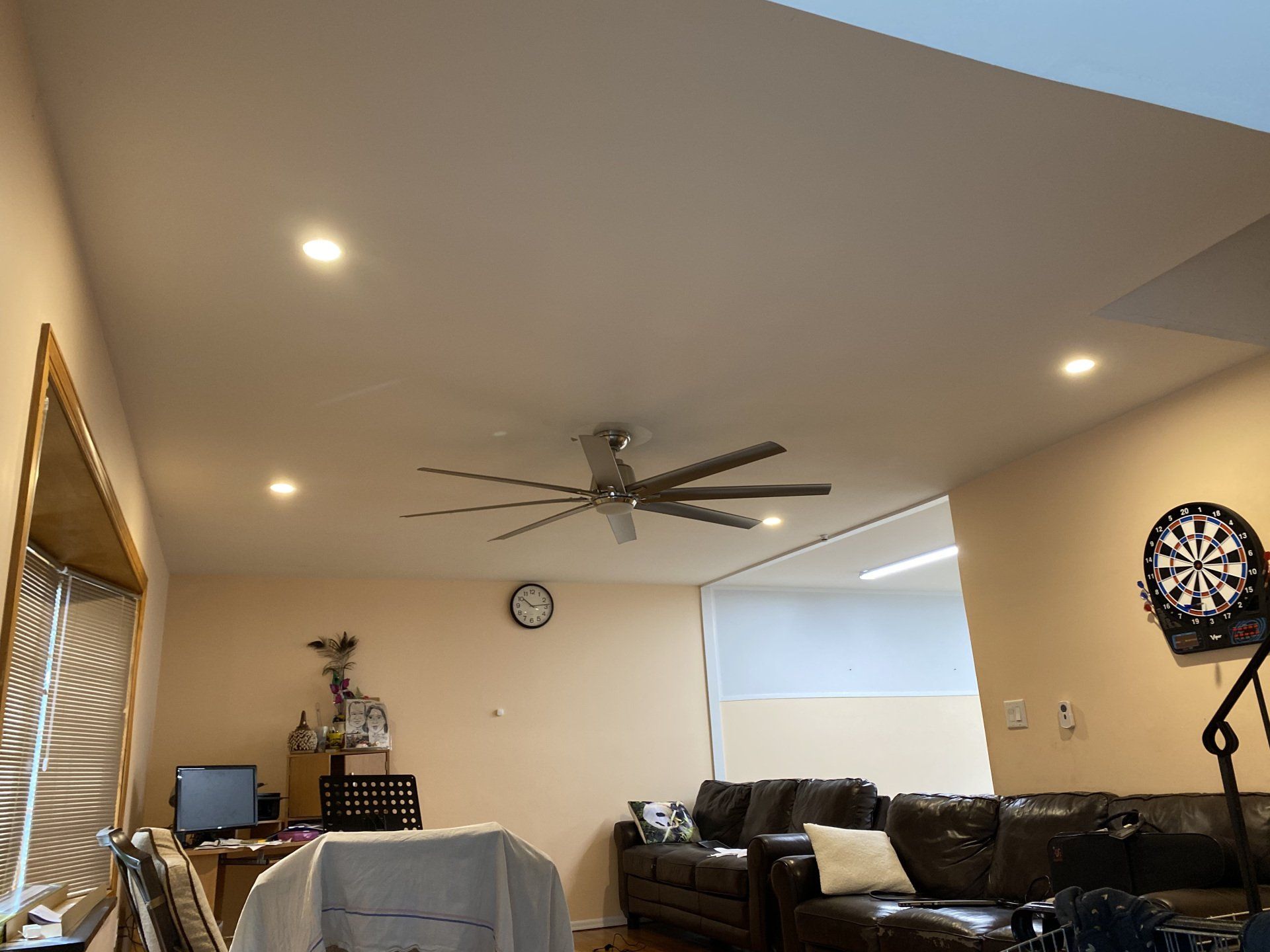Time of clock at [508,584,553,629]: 10:13
